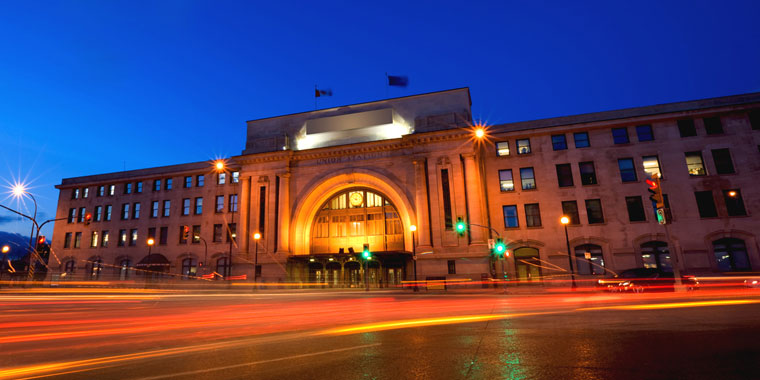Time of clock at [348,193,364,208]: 10:02
